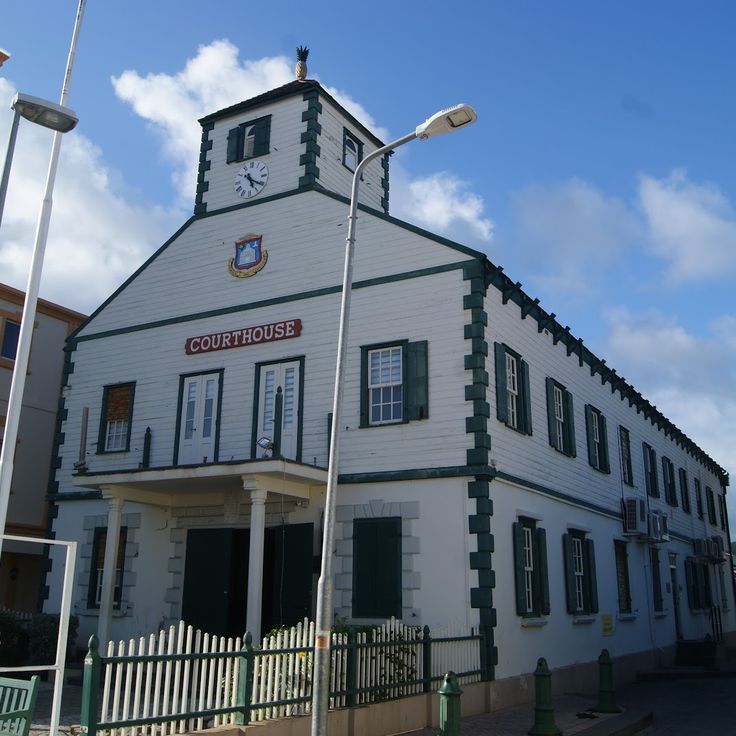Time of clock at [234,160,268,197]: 5:20
